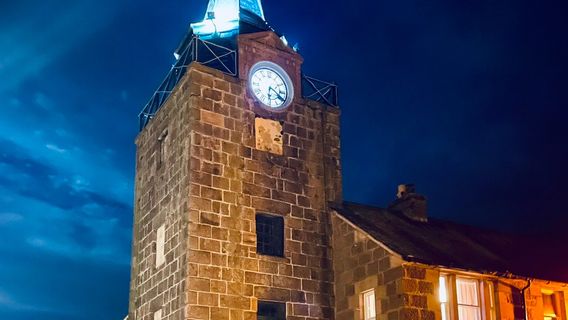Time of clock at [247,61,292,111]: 6:19
